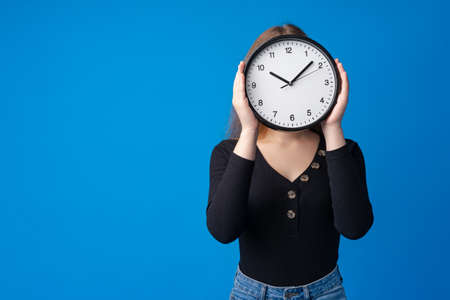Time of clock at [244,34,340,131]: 10:07
